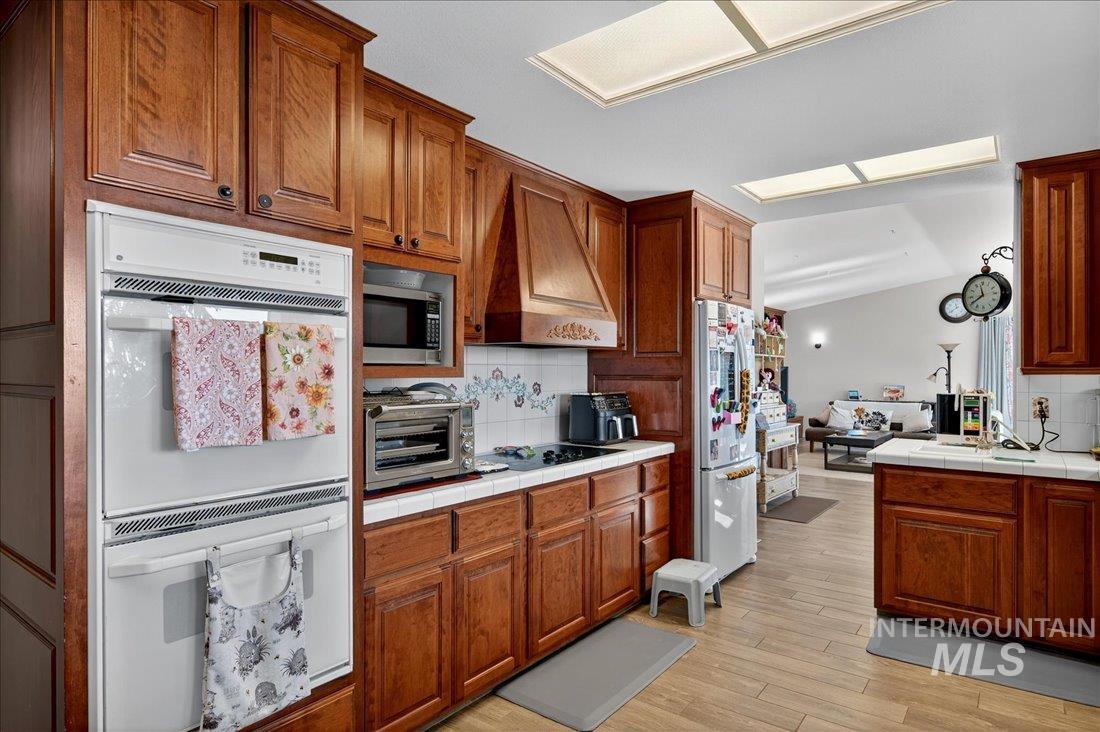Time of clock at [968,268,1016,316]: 11:40
